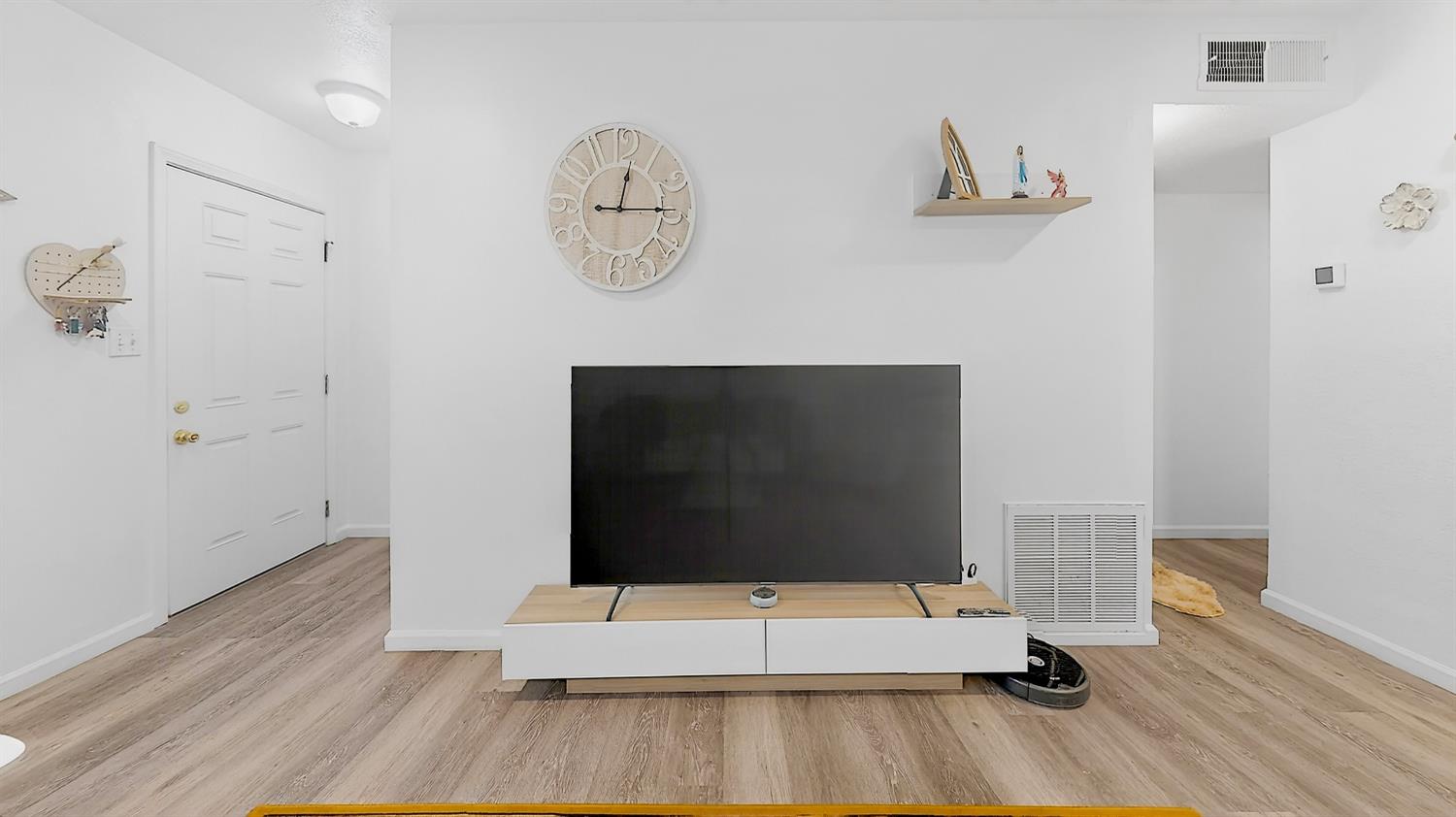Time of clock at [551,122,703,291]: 12:14
